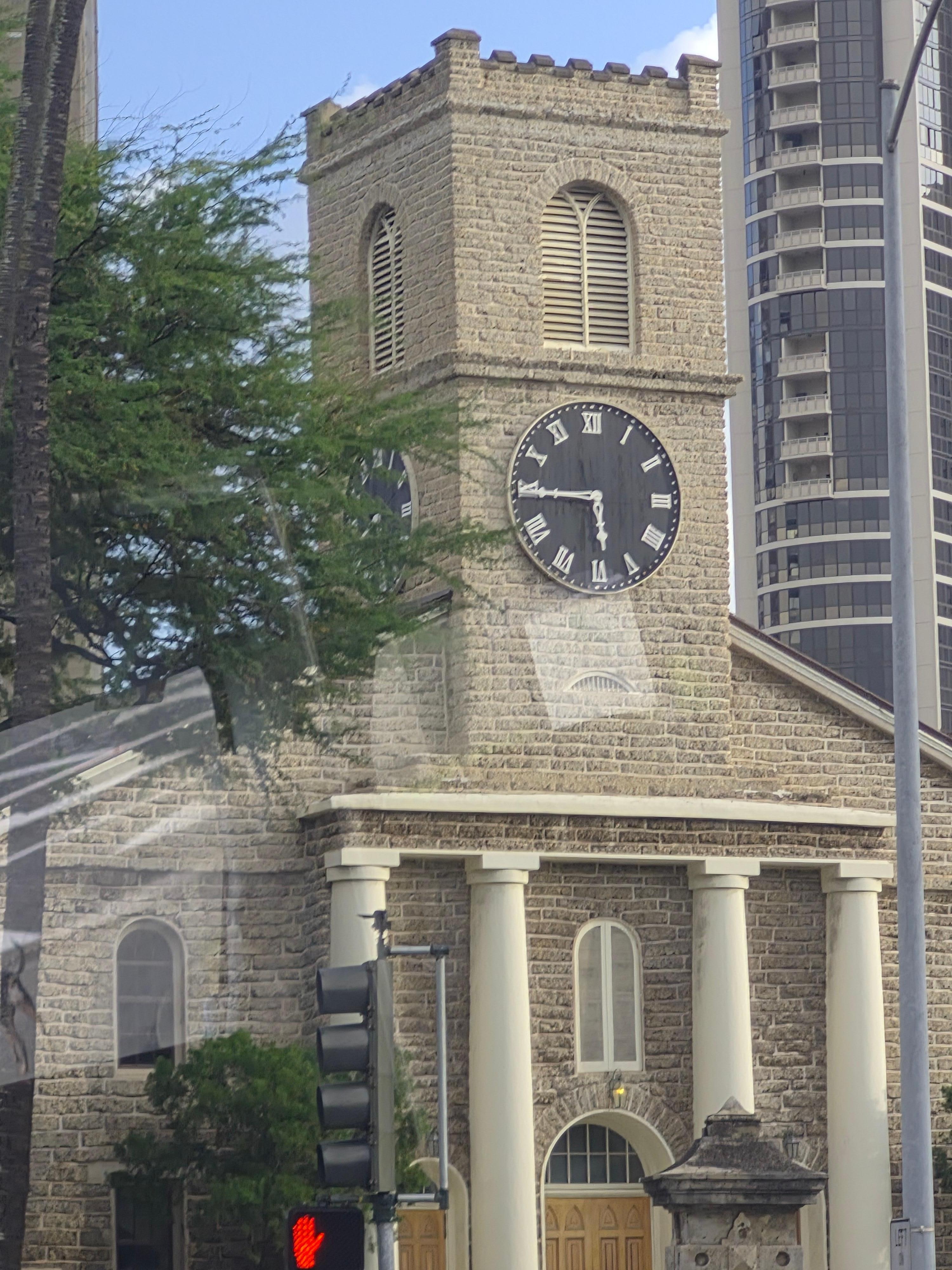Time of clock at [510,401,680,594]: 5:44
